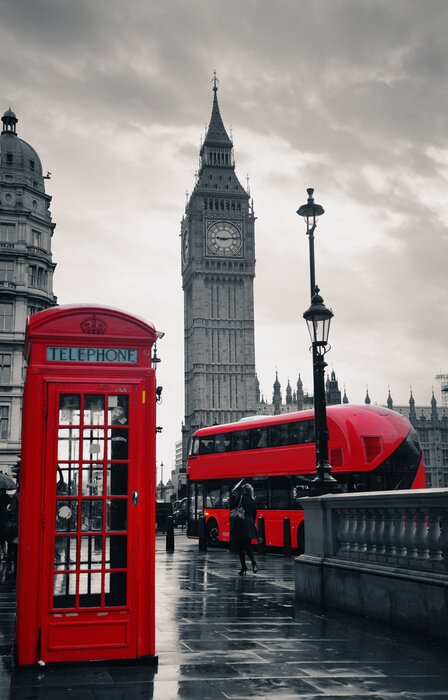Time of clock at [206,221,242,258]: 9:13
